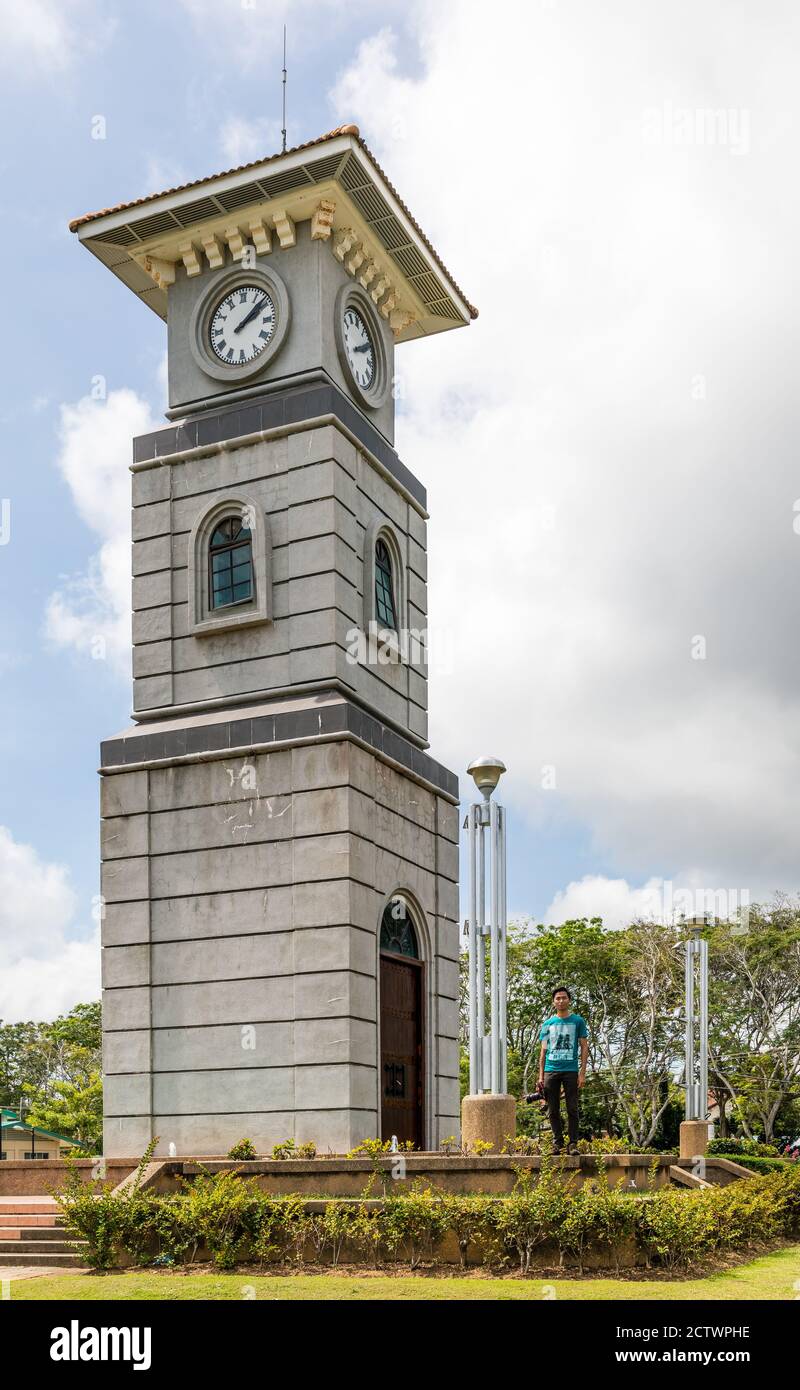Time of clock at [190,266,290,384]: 2:08
